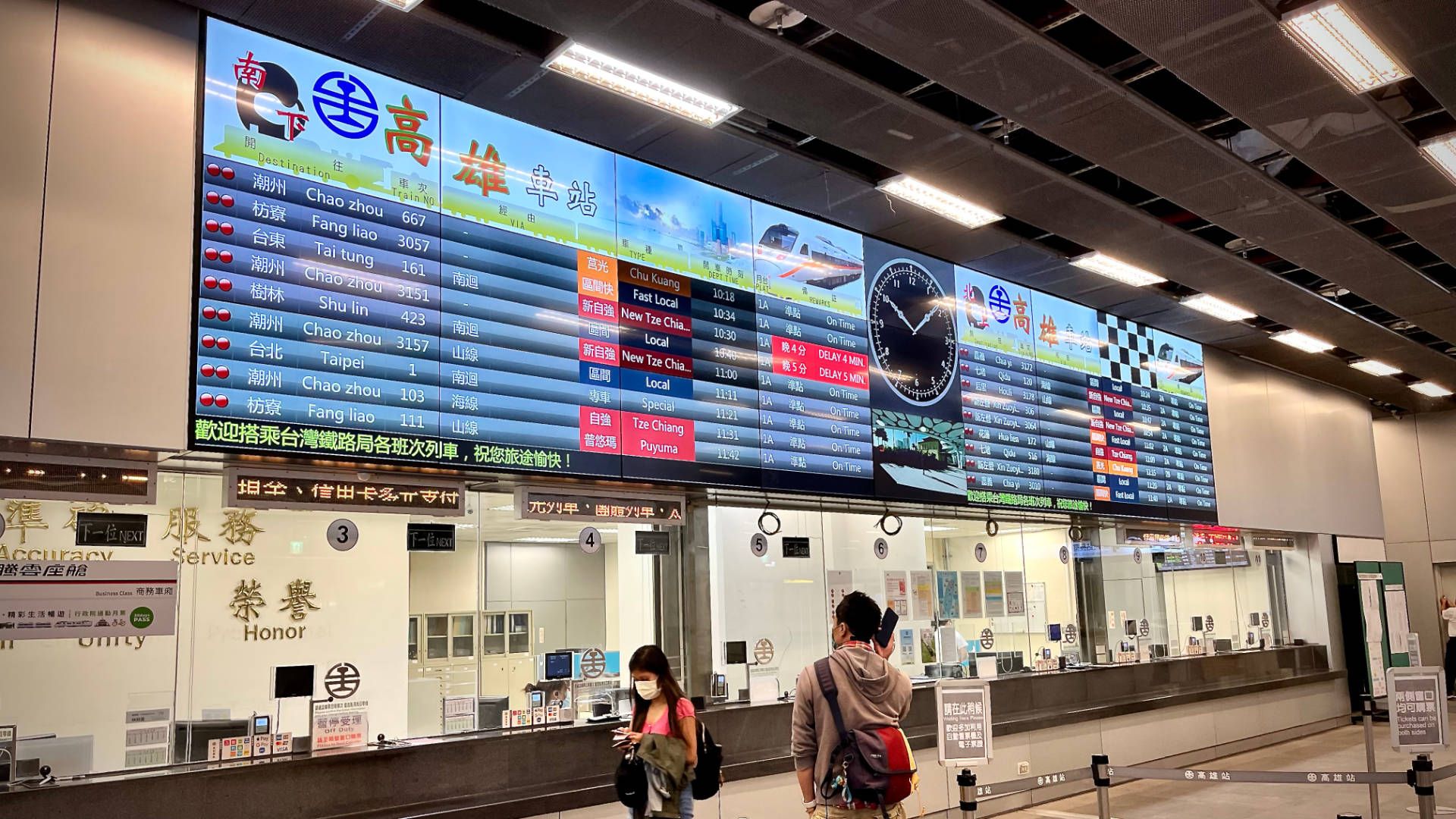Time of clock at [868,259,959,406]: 1:50
